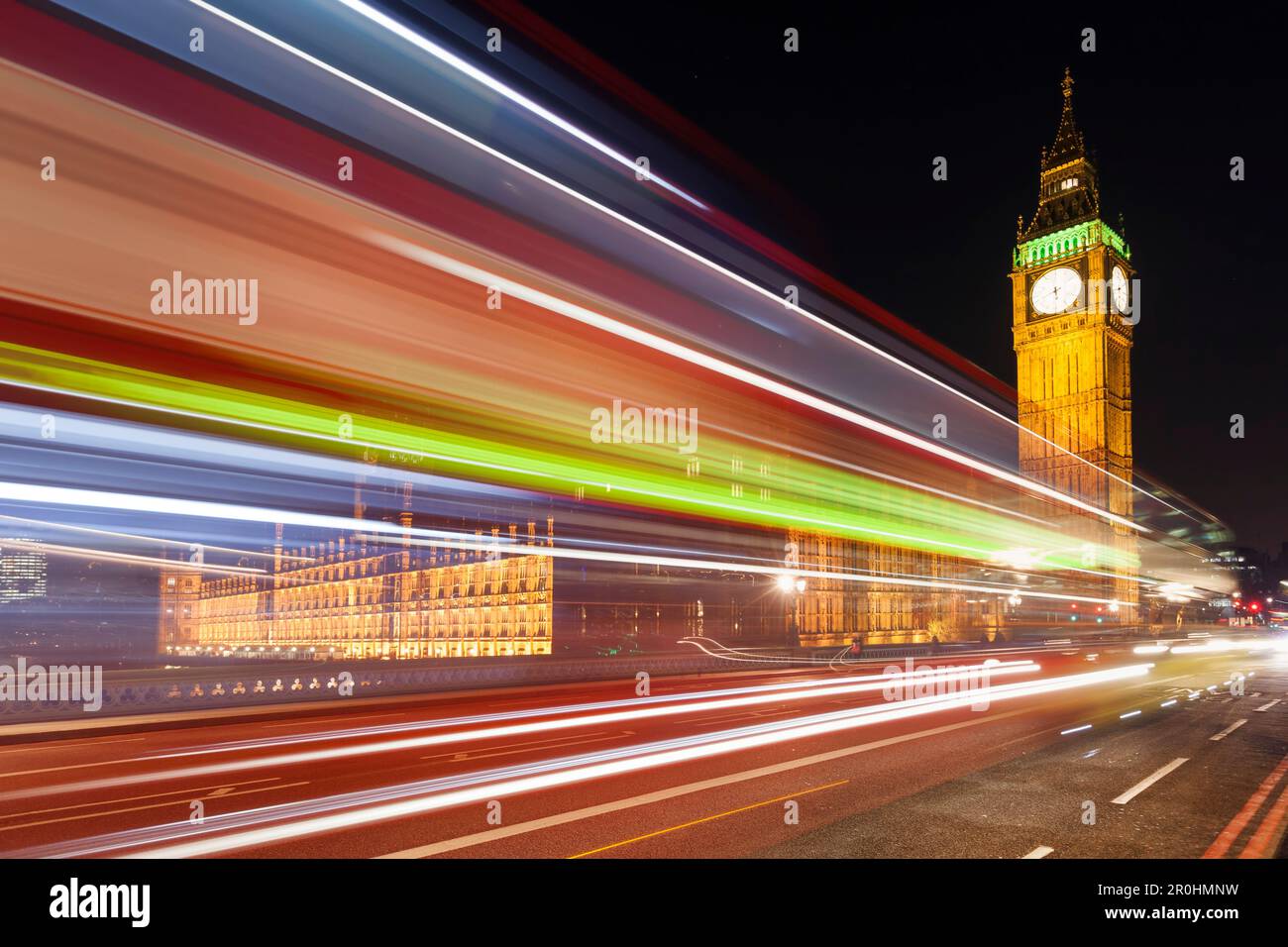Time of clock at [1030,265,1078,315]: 5:41
